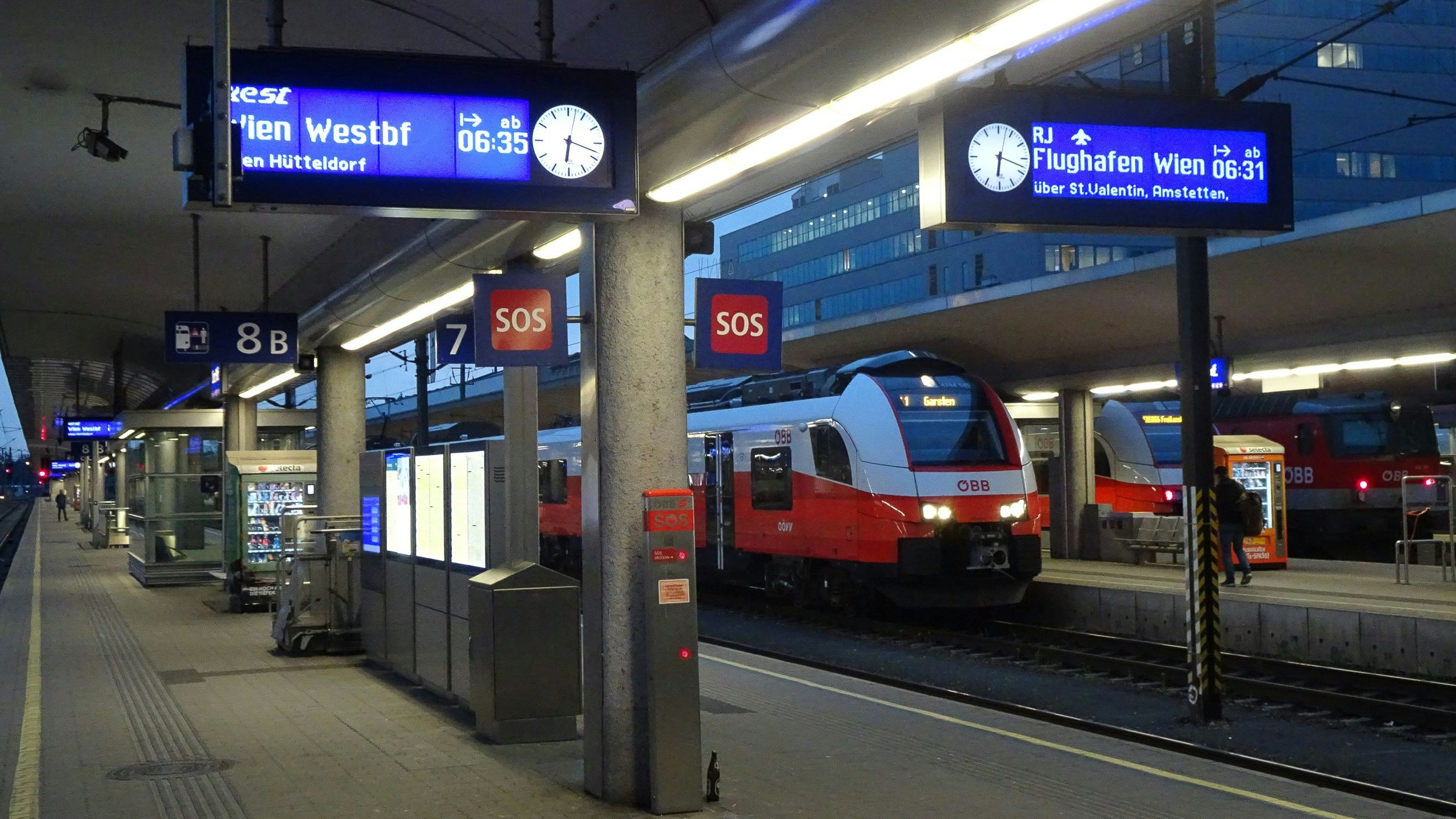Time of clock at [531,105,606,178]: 6:18
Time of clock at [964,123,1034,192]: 6:18
